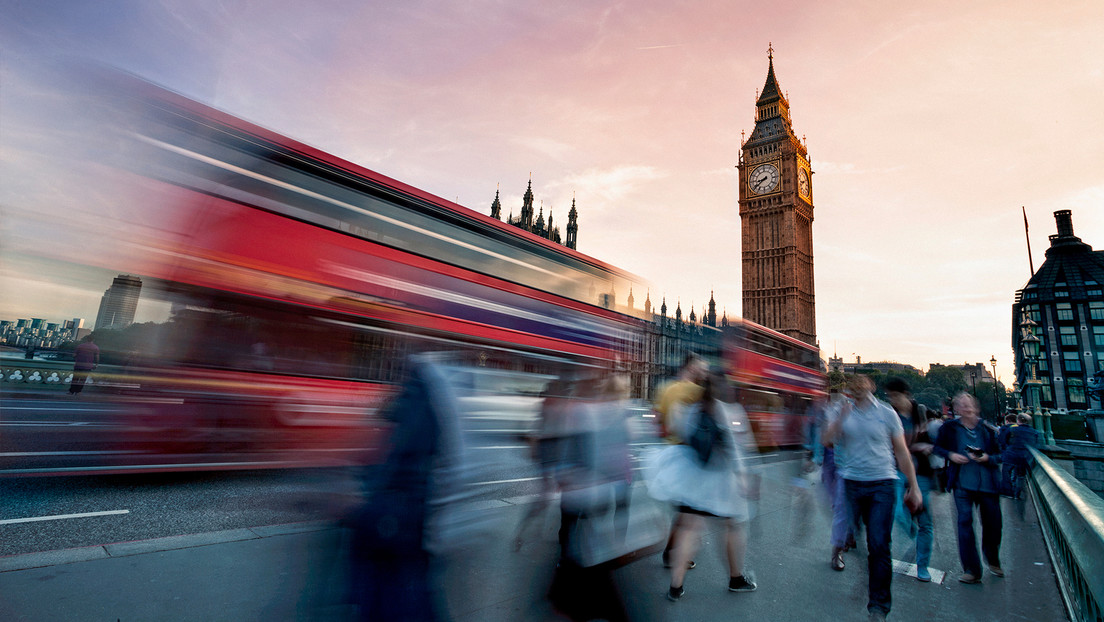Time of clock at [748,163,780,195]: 8:38
